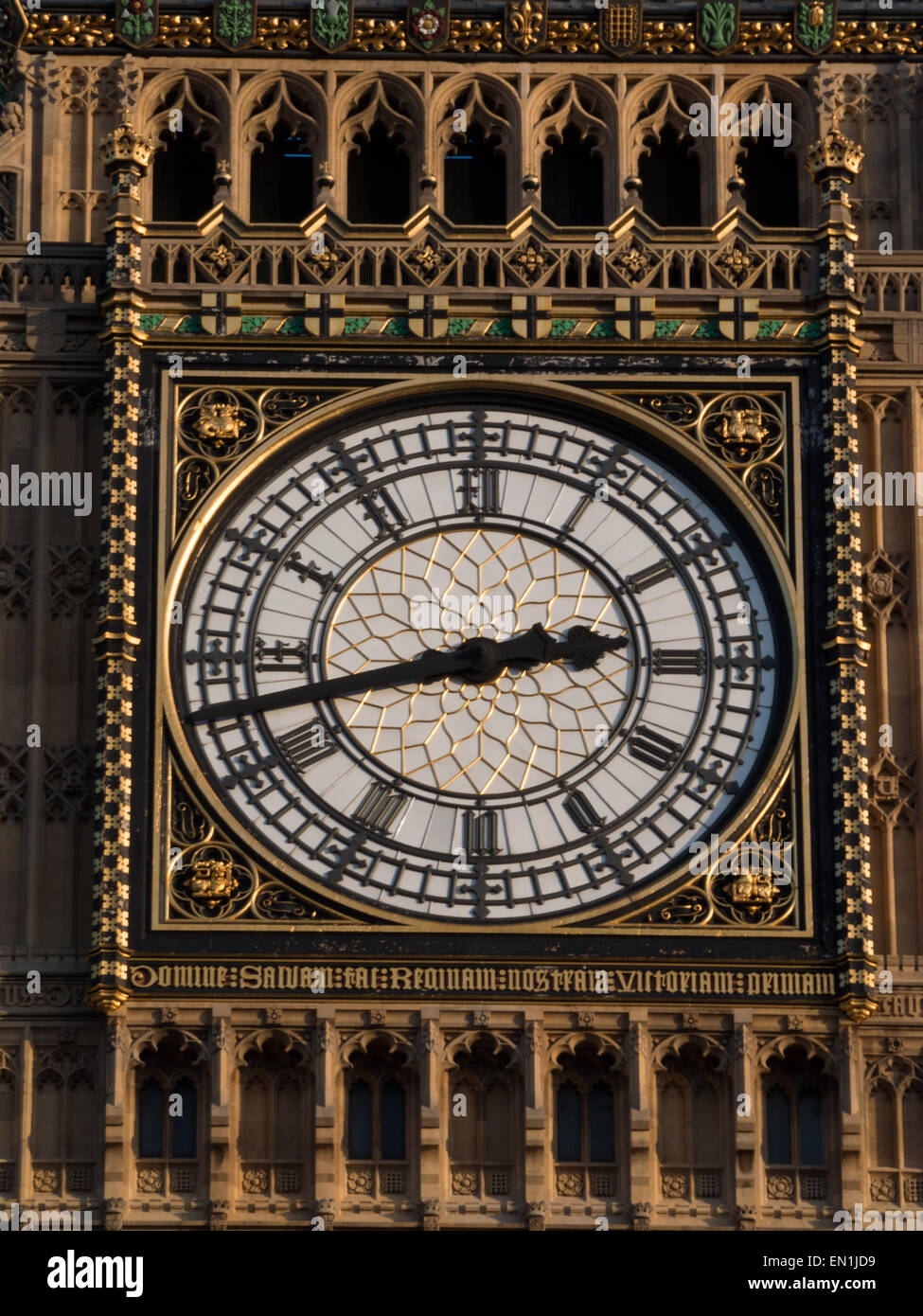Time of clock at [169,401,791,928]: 2:42
